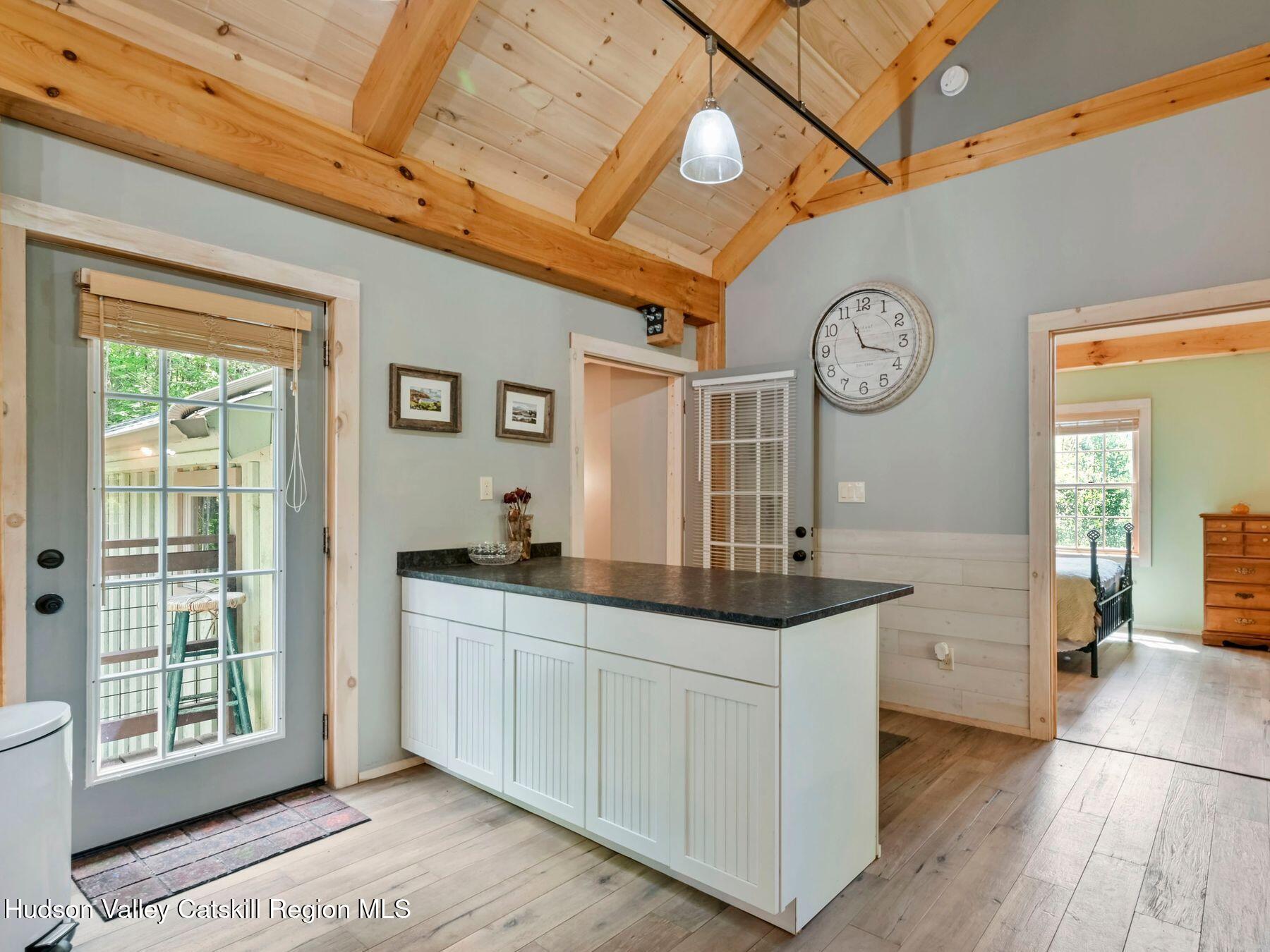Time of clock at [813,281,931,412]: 11:17
